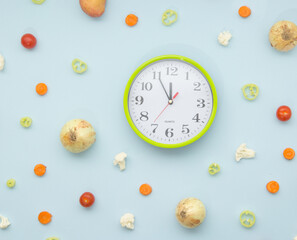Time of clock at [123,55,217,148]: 11:55
